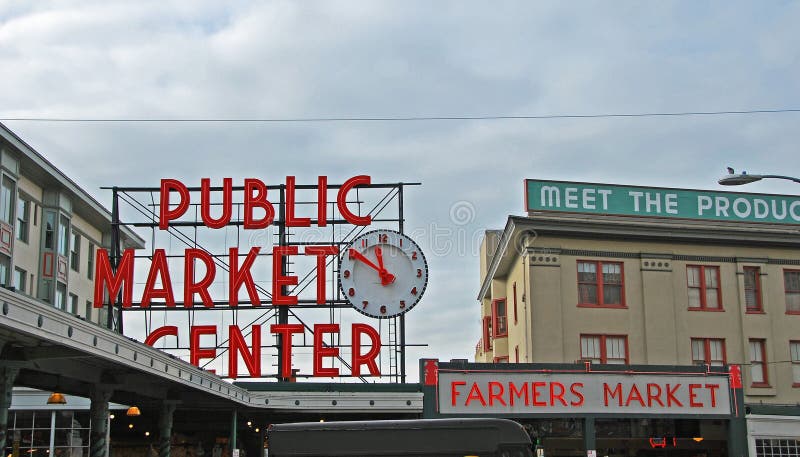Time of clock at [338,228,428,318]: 11:50
